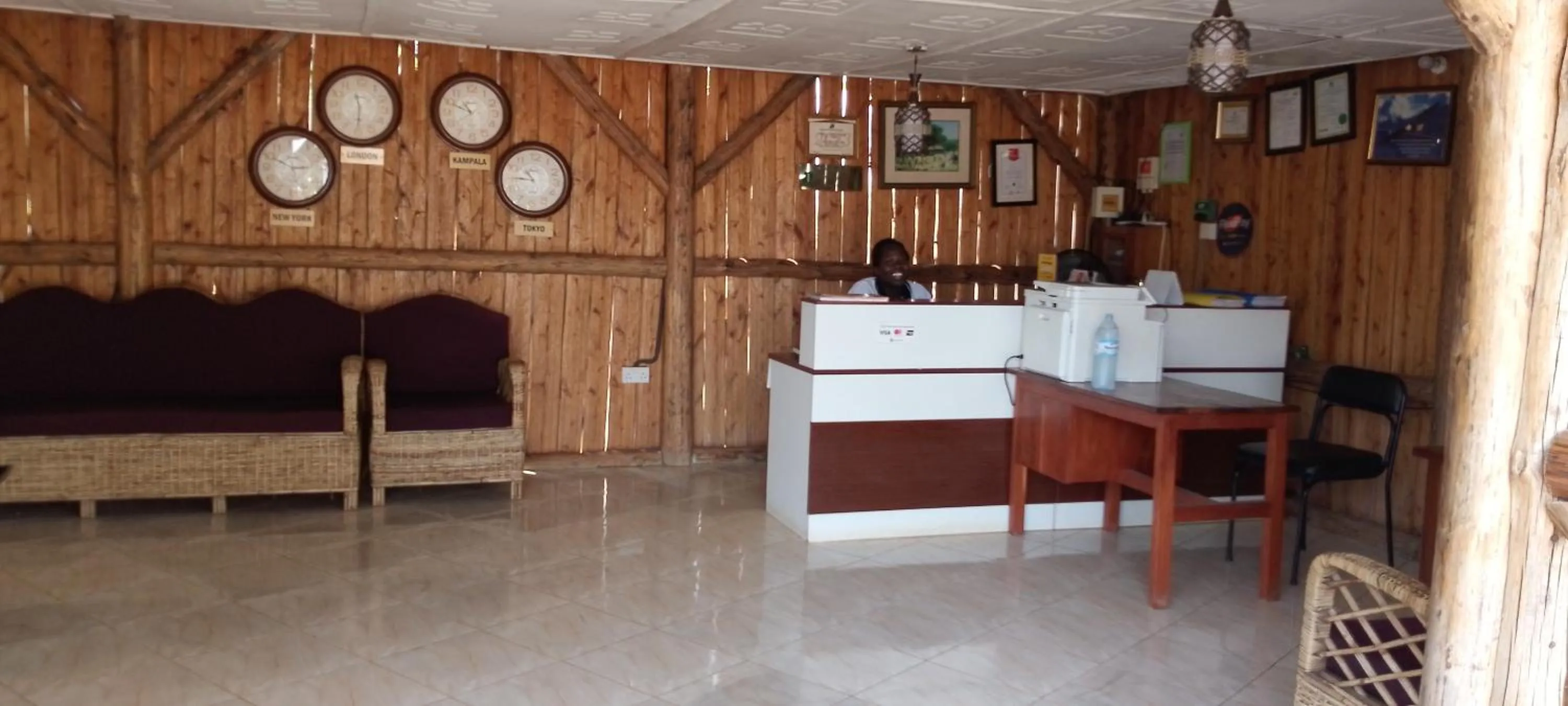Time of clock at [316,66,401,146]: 11:30
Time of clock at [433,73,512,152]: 10:48
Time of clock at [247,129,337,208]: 2:49
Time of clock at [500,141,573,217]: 10:45
